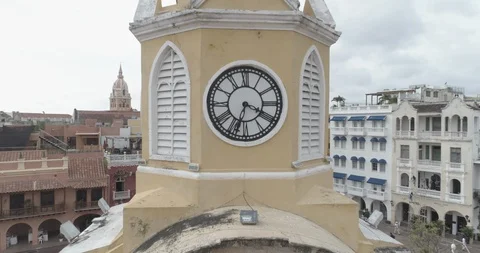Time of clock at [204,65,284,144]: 3:33
